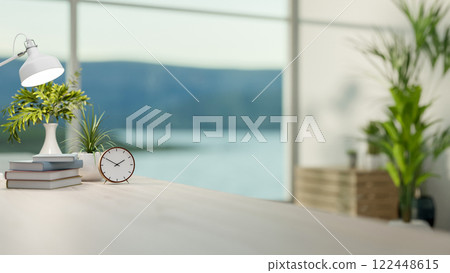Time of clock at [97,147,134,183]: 1:50
